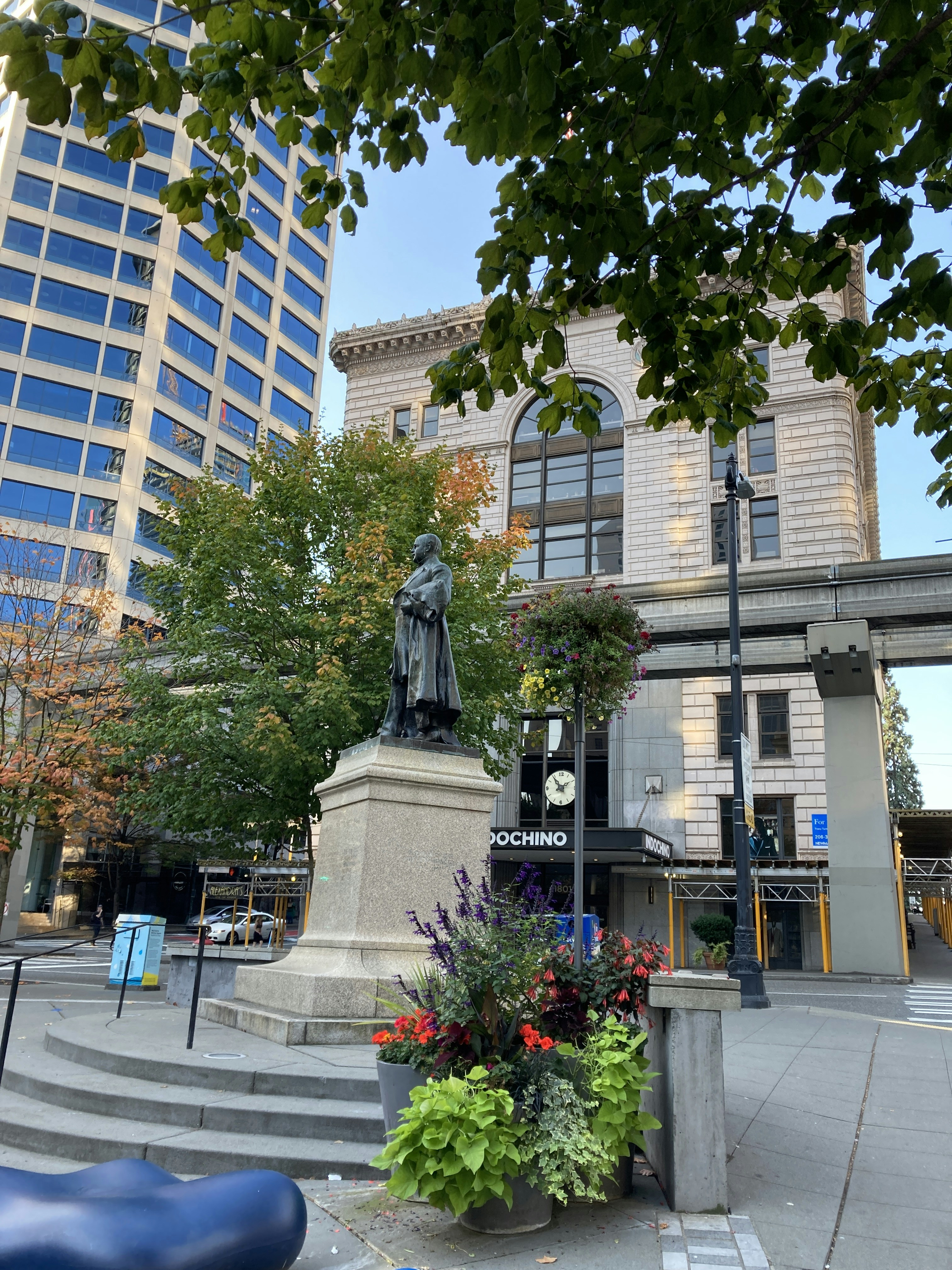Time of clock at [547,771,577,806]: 1:53
